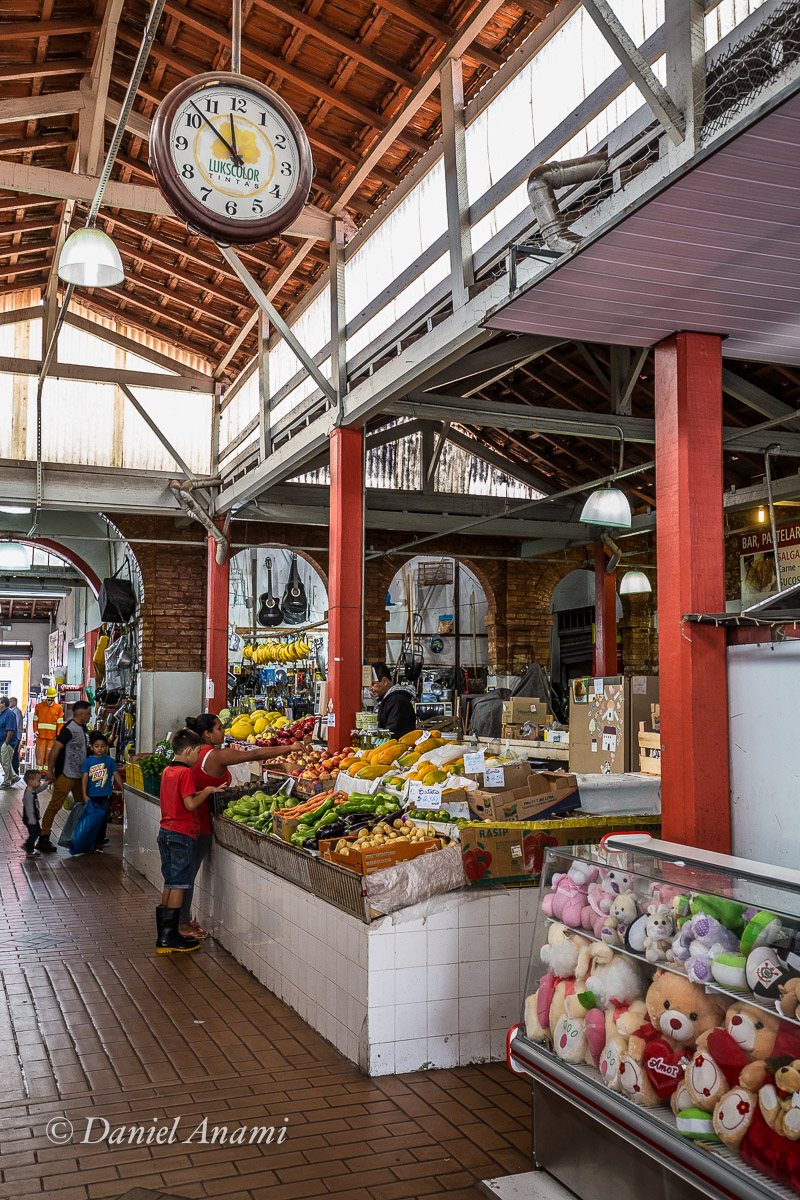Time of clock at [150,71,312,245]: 11:52
